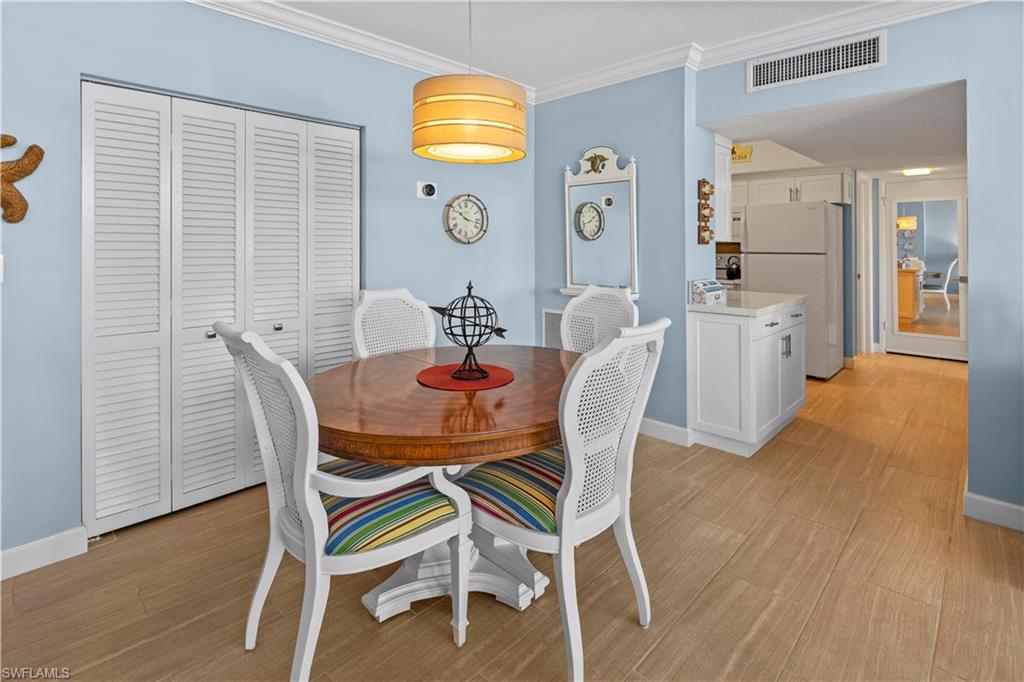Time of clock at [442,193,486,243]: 10:17
